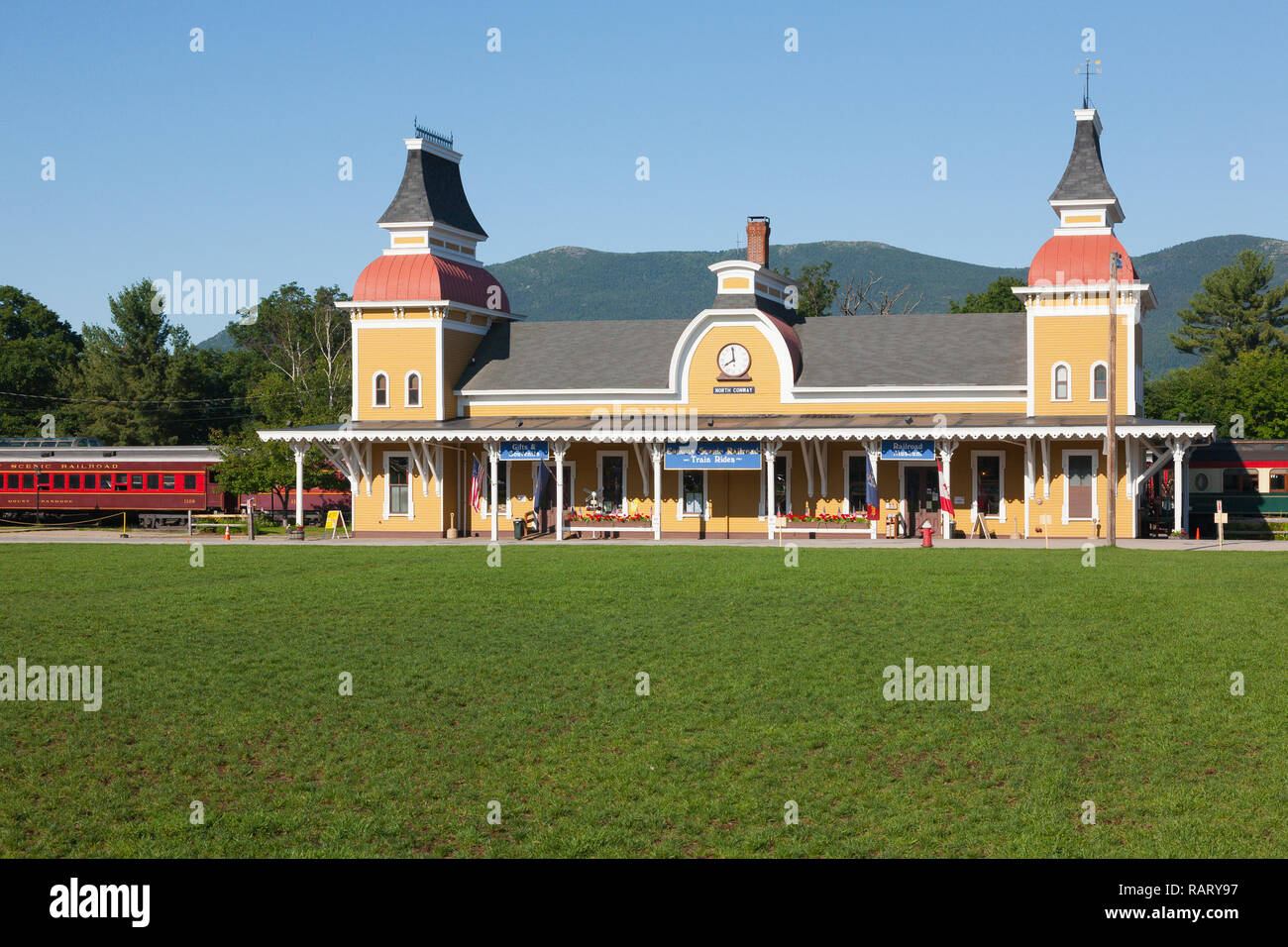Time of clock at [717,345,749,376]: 7:59
